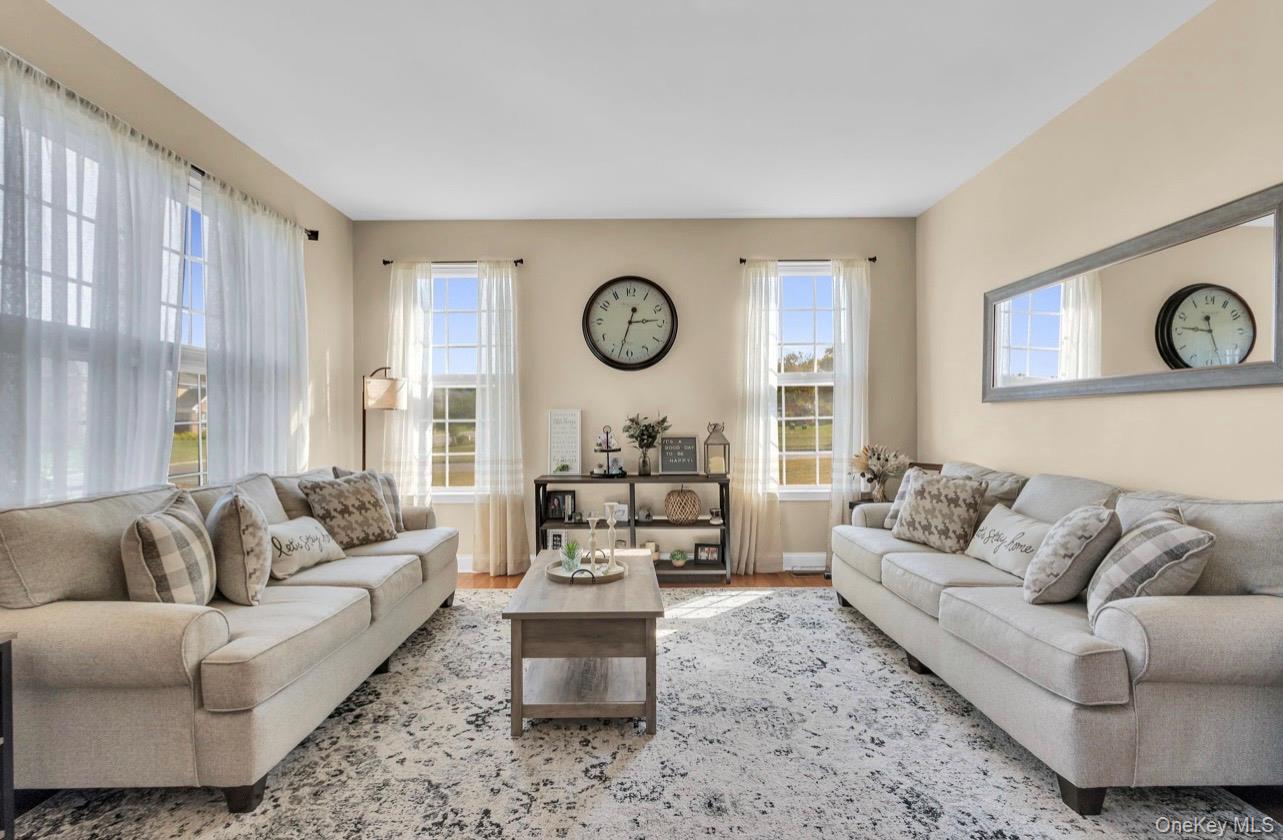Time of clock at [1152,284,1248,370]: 11:46
